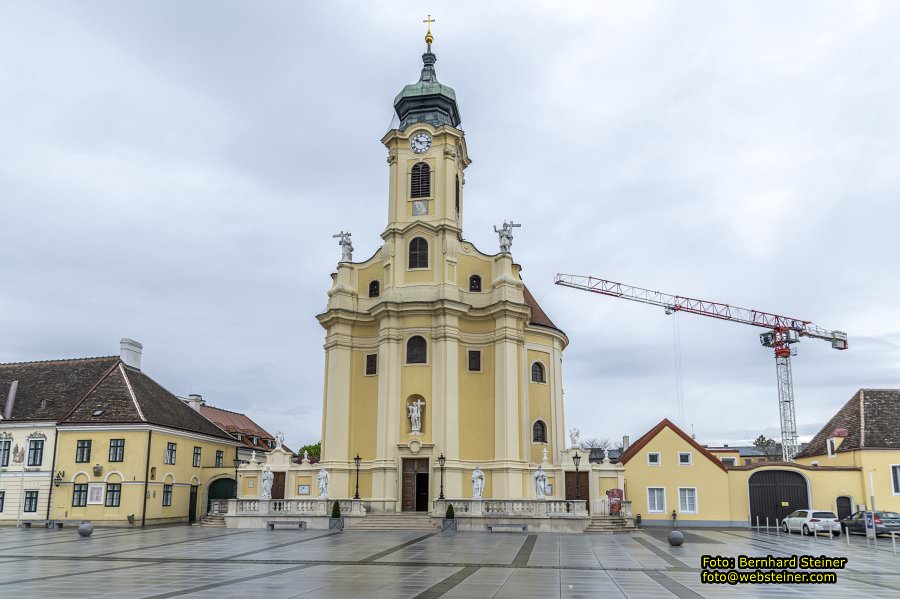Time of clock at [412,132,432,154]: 10:14
